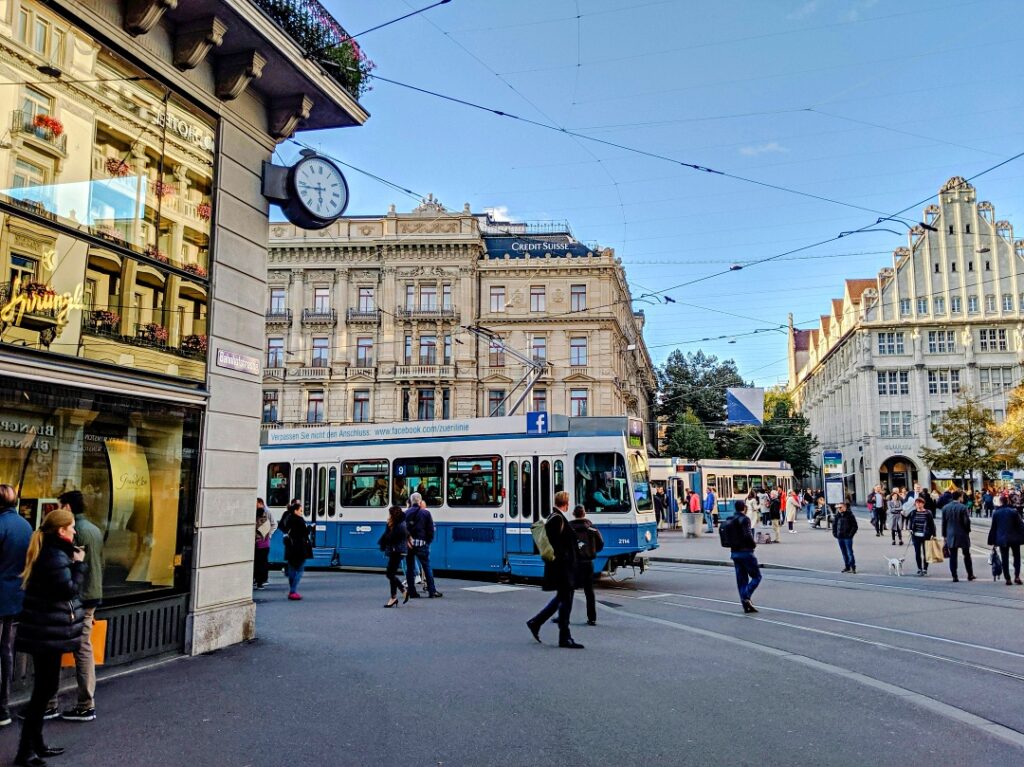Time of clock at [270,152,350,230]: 5:43
